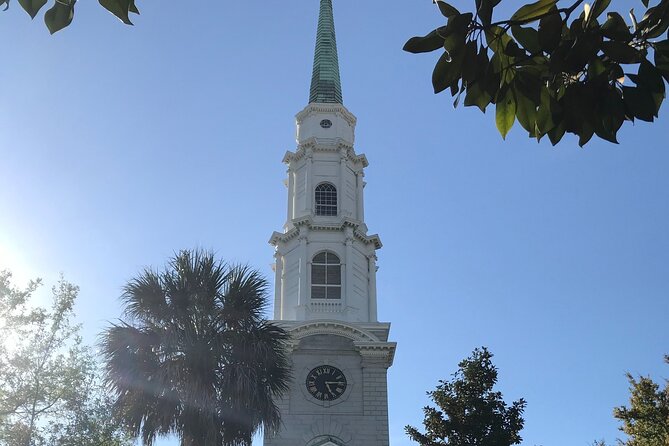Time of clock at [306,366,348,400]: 5:14
